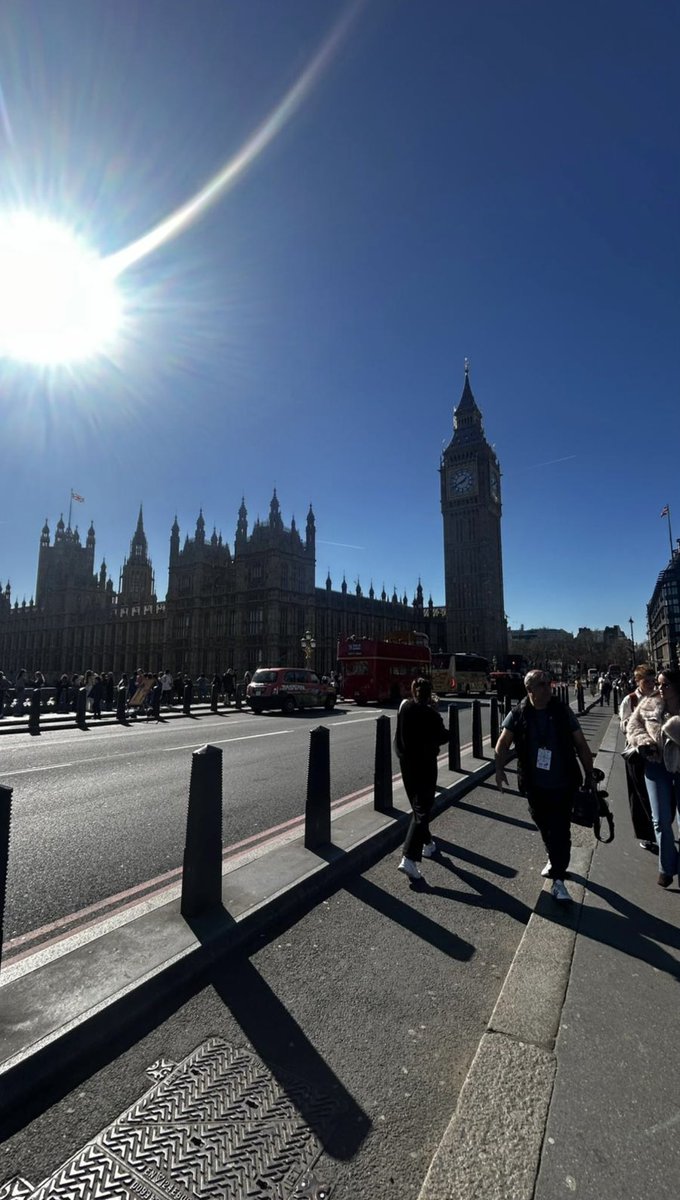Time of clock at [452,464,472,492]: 1:41
